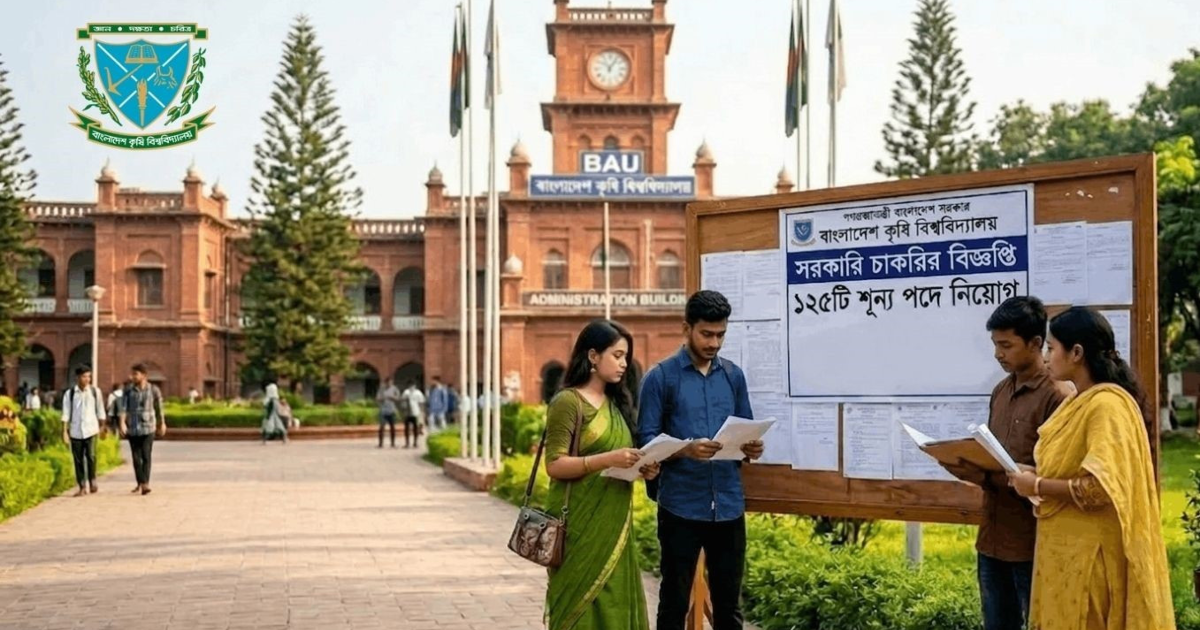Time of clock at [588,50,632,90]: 11:05
